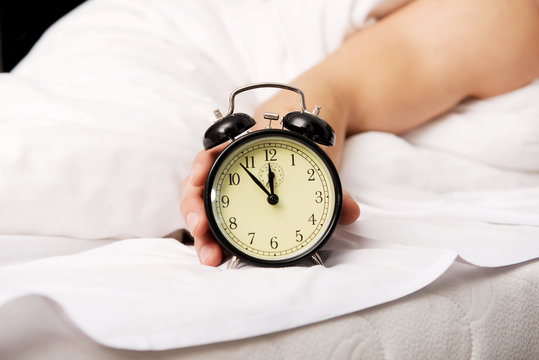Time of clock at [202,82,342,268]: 11:53
